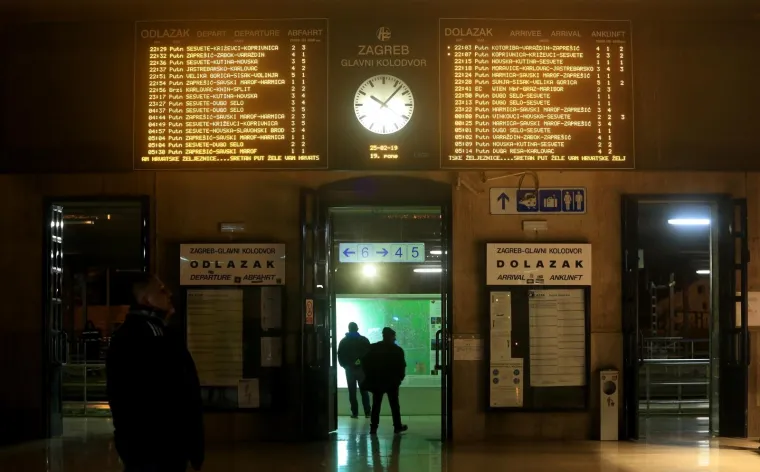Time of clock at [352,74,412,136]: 10:07
